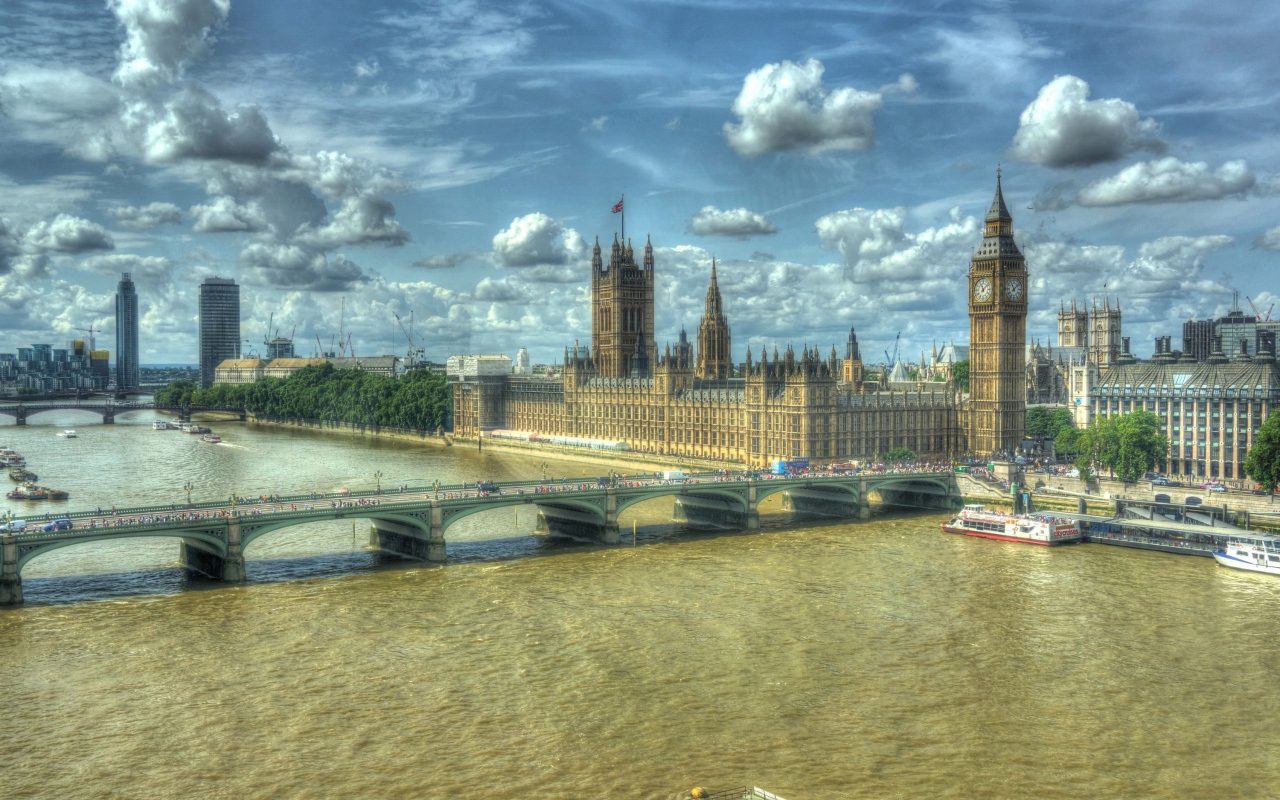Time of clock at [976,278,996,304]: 11:07
